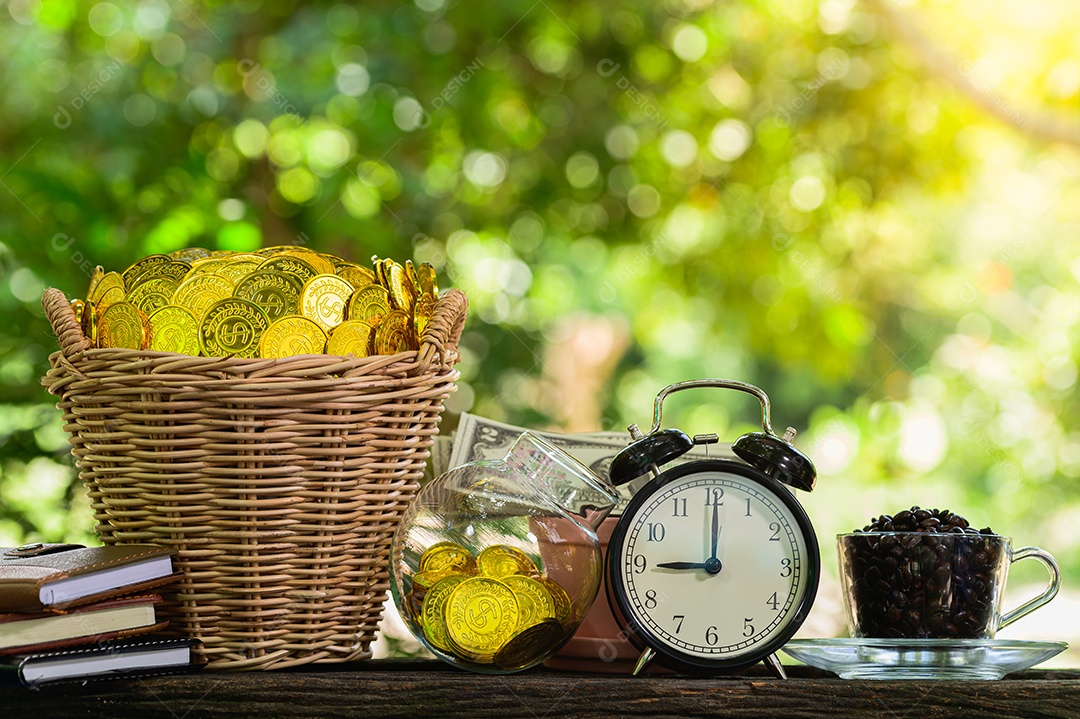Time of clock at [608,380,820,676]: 9:00
